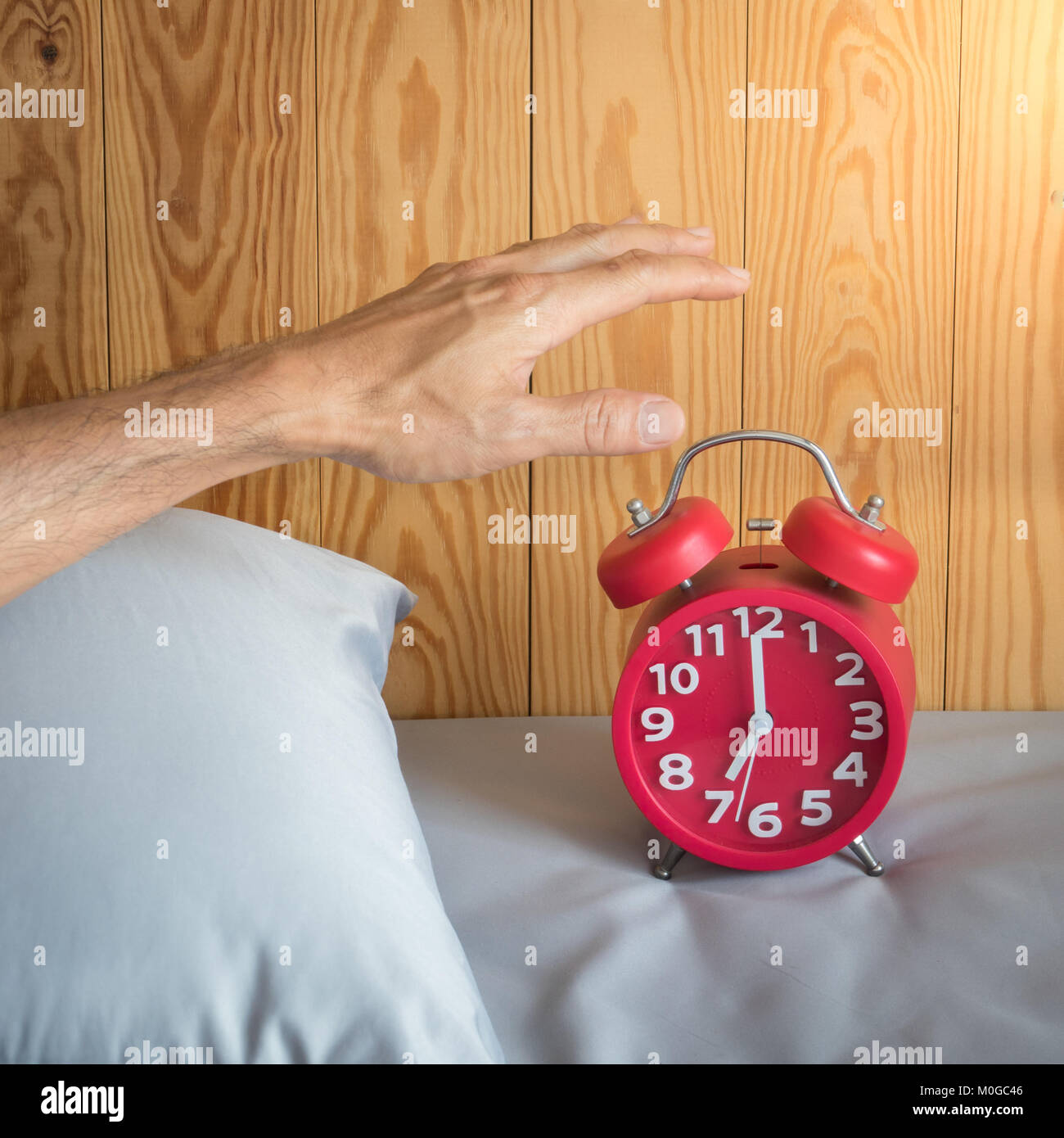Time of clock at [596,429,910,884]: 7:00
